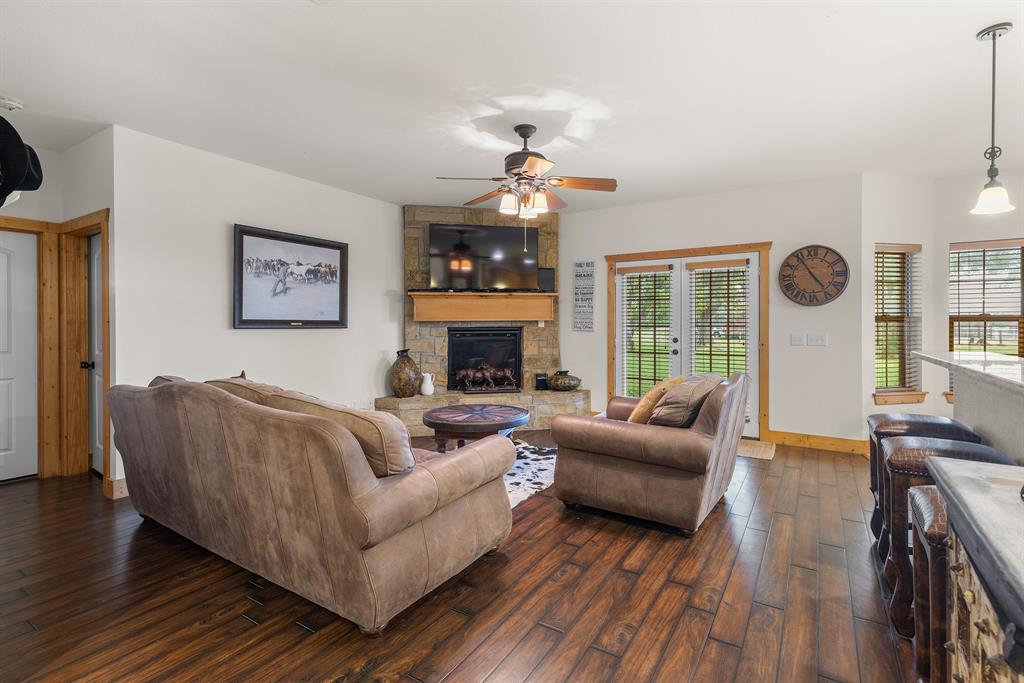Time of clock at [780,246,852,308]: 4:54
